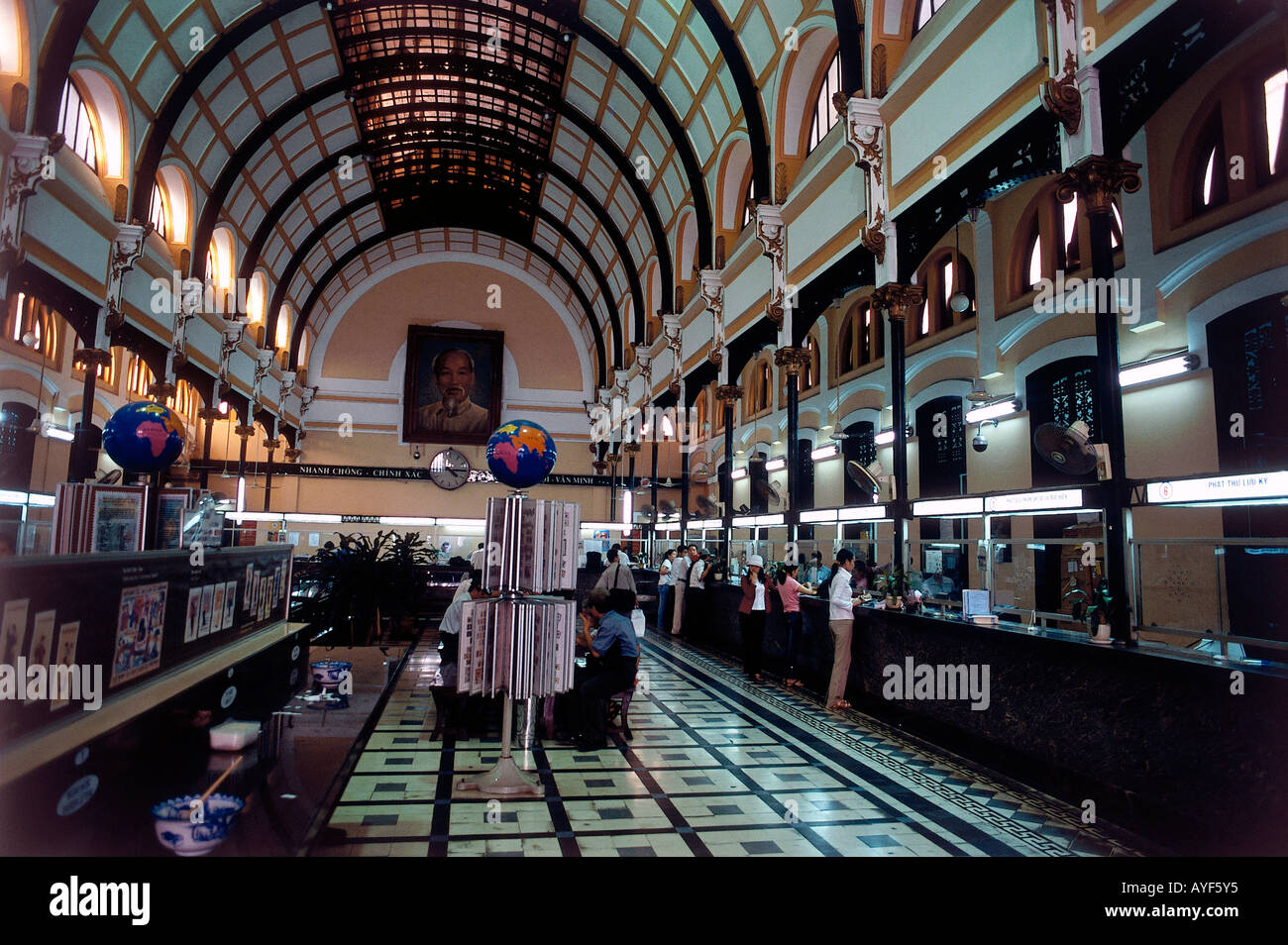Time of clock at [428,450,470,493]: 4:14
